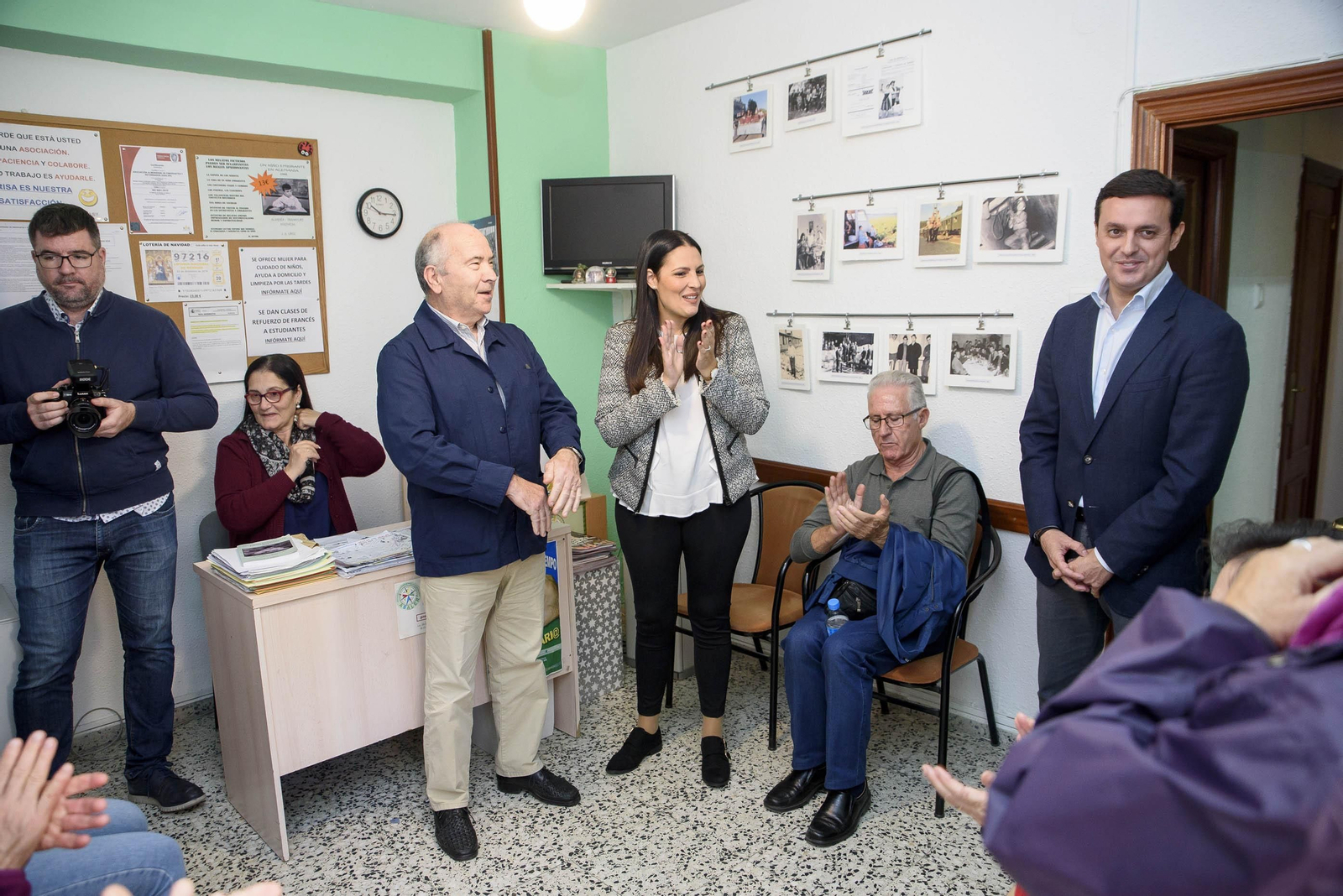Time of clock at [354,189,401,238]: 10:15
